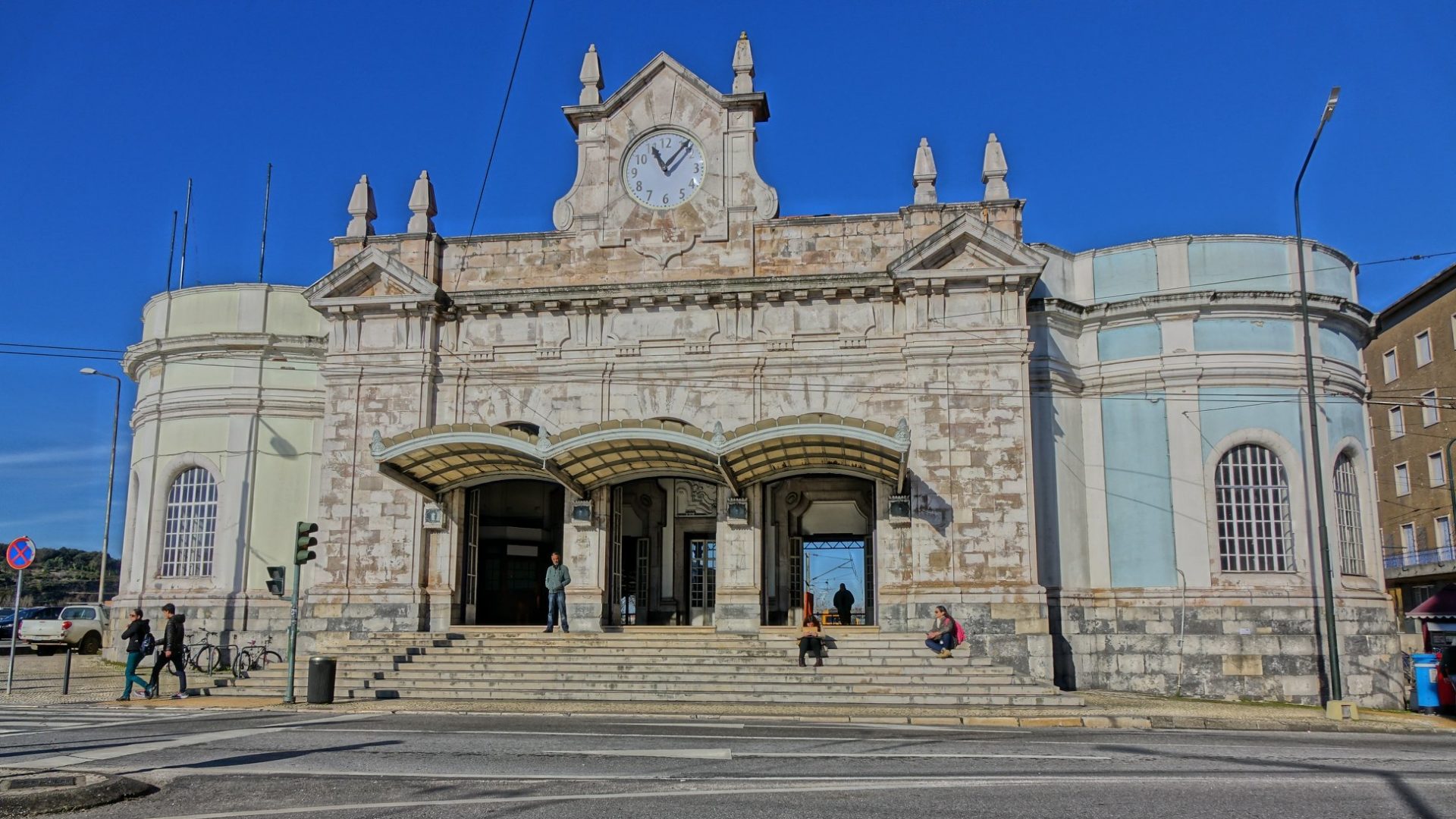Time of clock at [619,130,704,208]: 11:07
